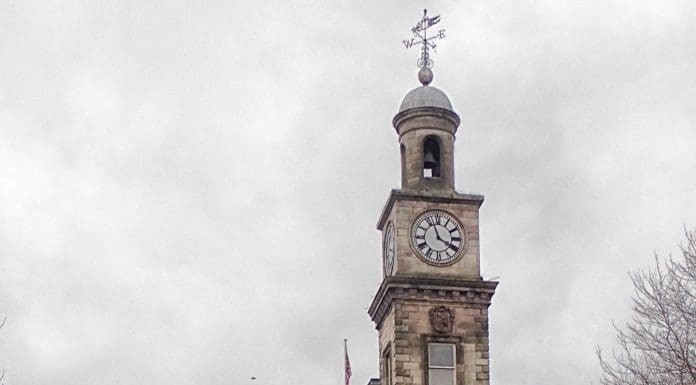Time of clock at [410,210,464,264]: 3:56
